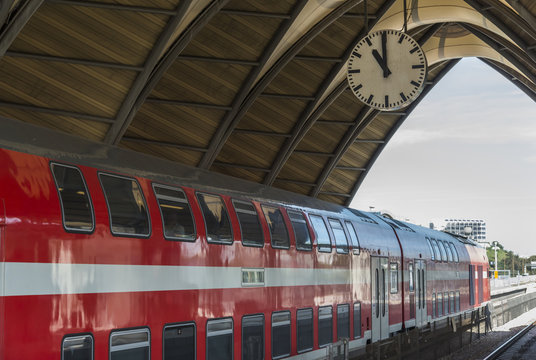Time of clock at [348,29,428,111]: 10:59
